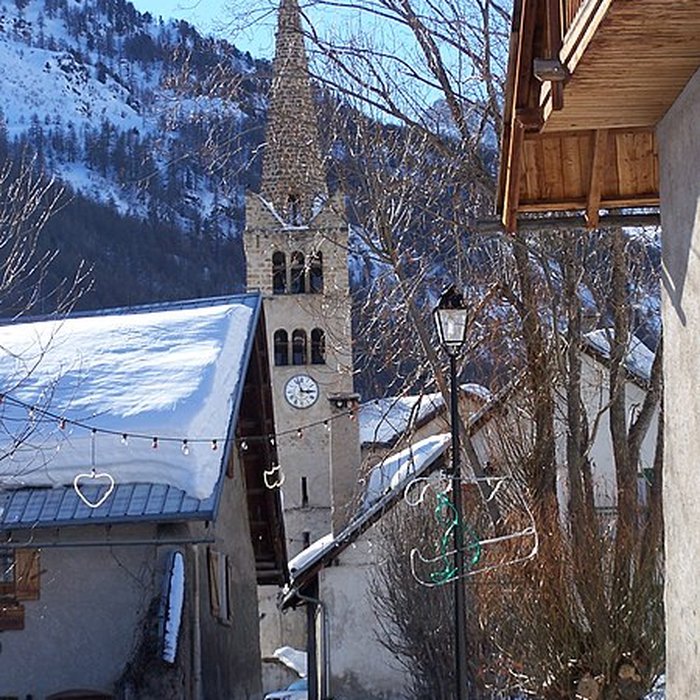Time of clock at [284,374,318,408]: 2:57
